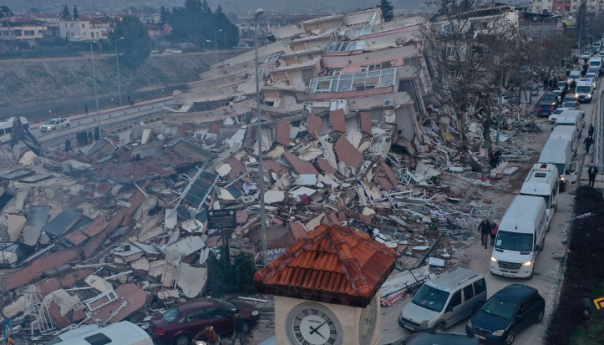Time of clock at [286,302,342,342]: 4:08
